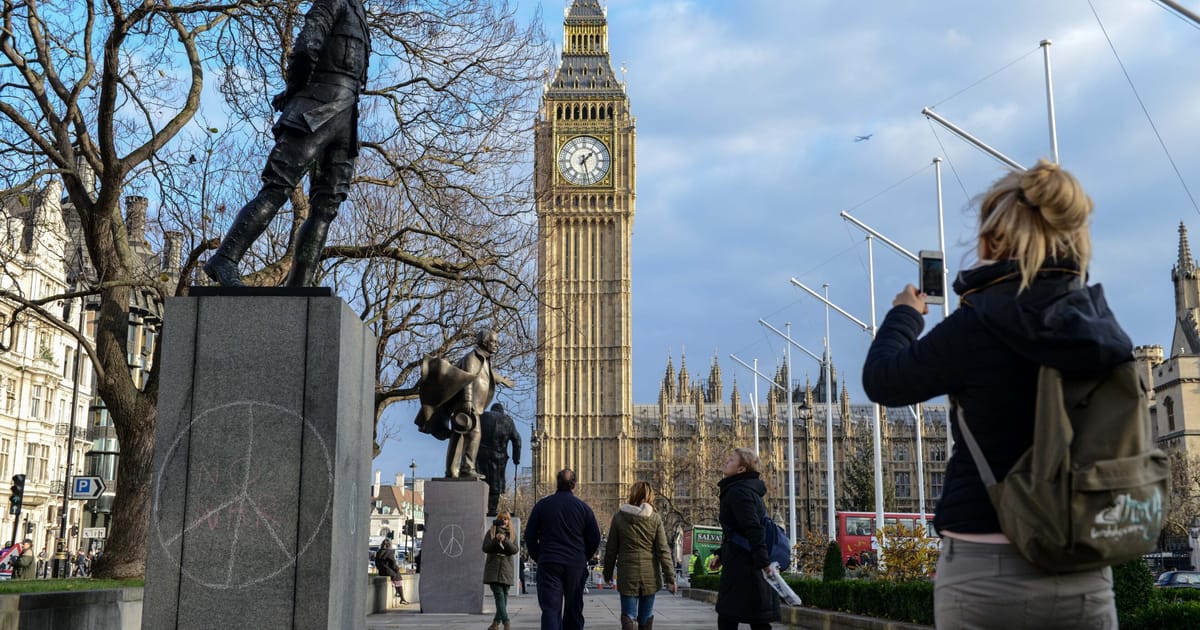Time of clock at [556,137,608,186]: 1:28
